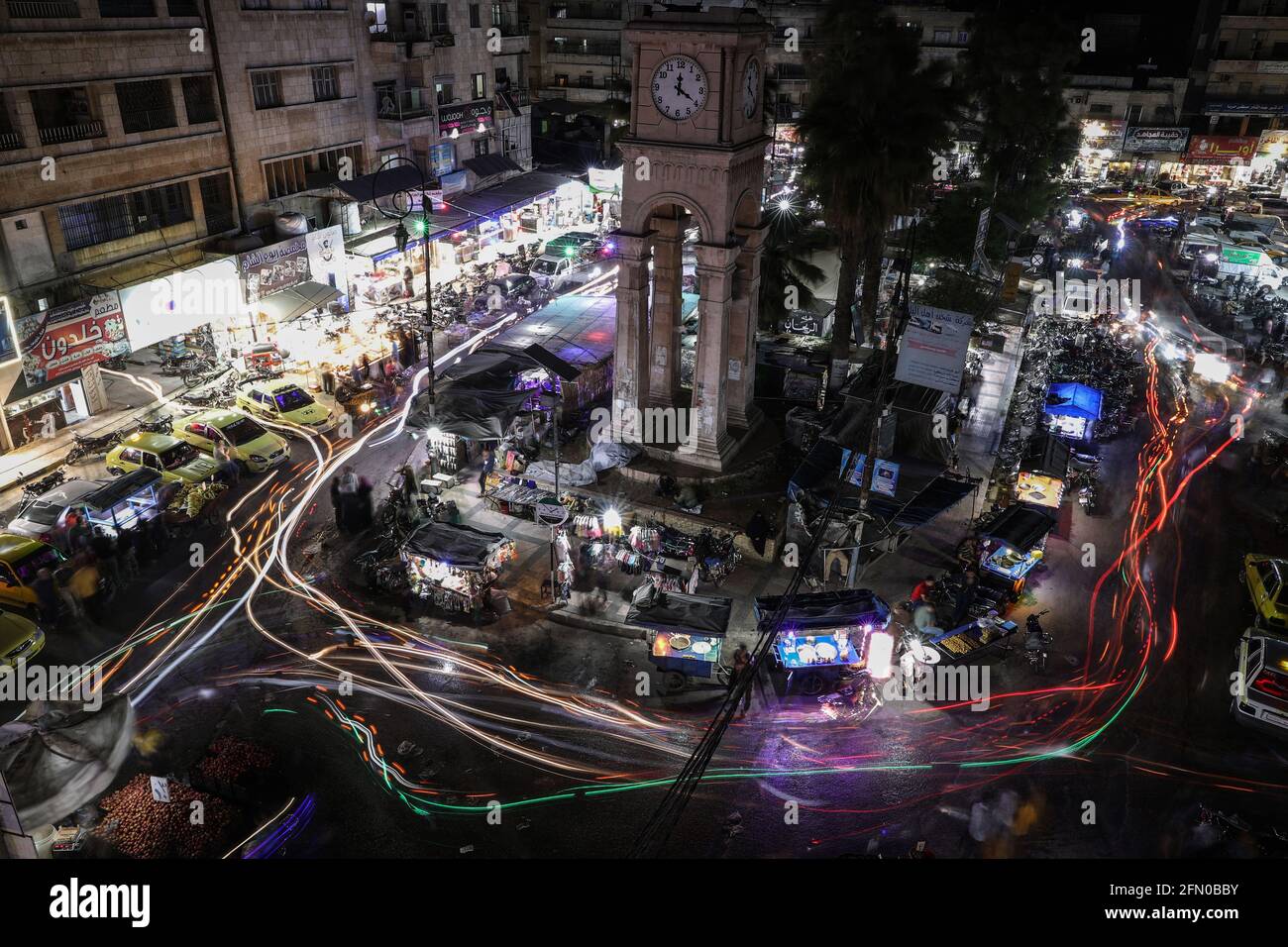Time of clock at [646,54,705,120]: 12:20
